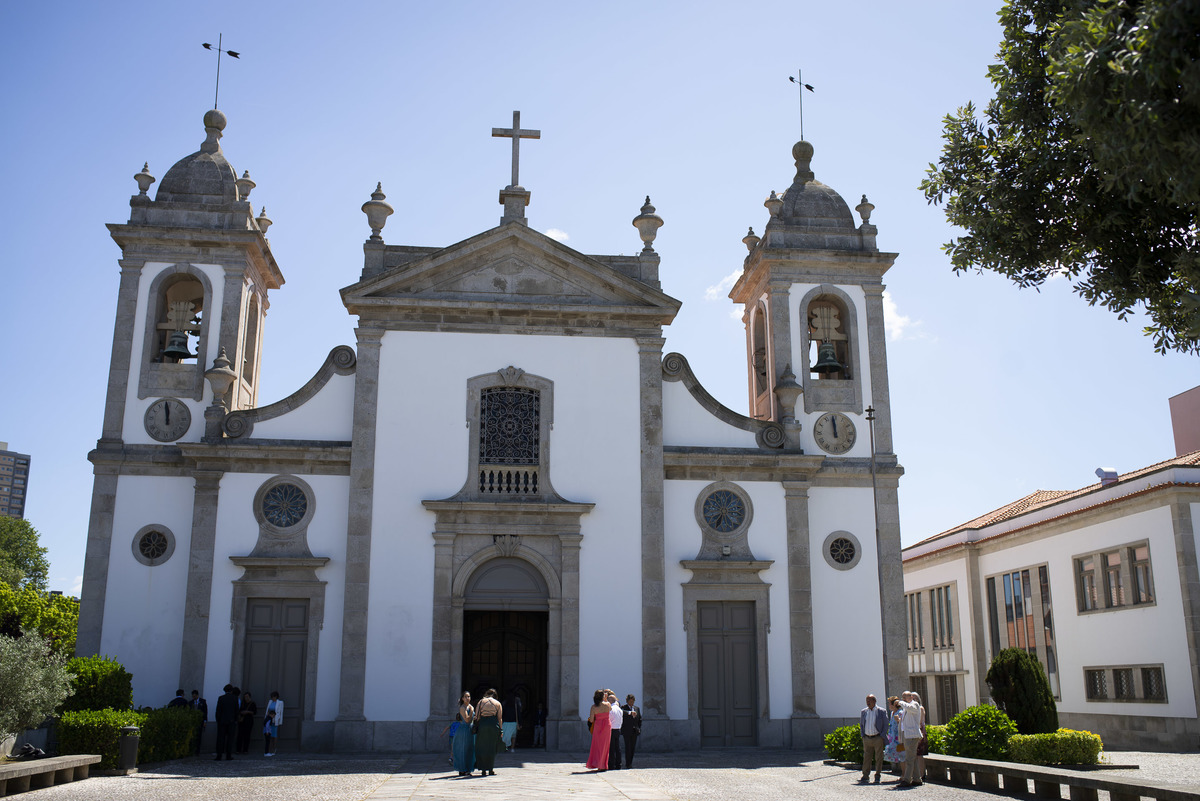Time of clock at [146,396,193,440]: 11:58
